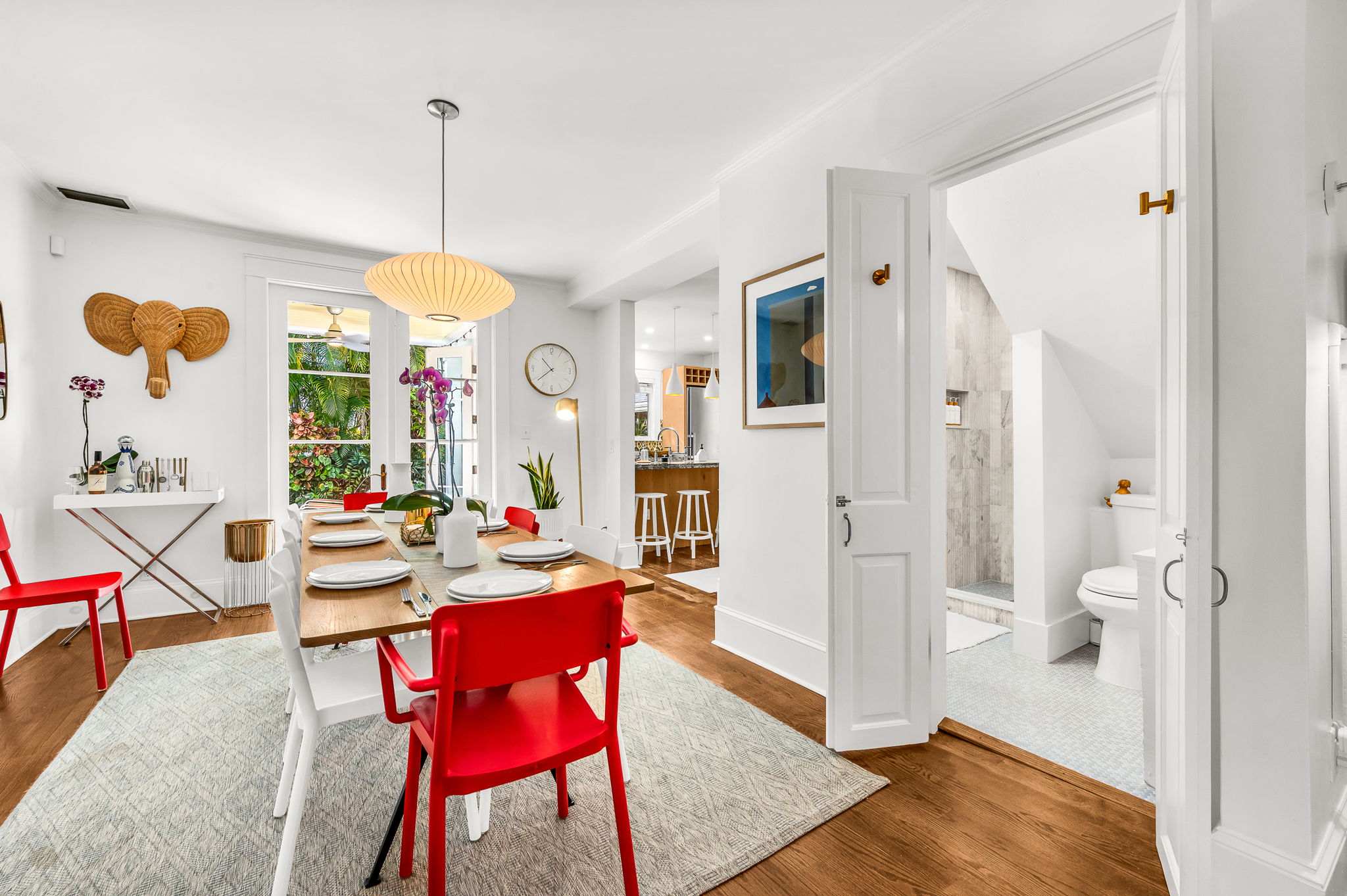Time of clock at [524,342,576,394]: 10:38
